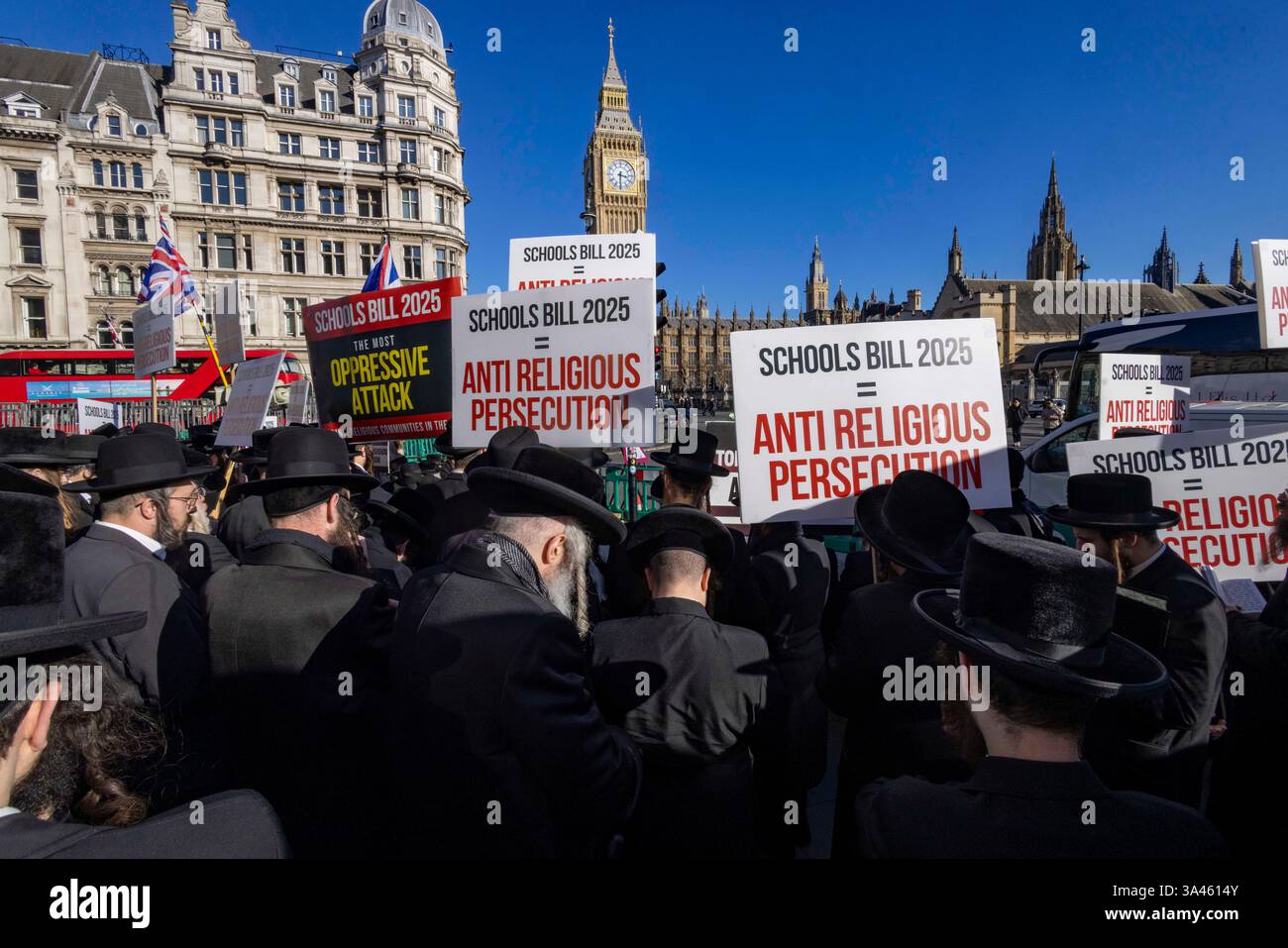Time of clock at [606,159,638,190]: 3:30
